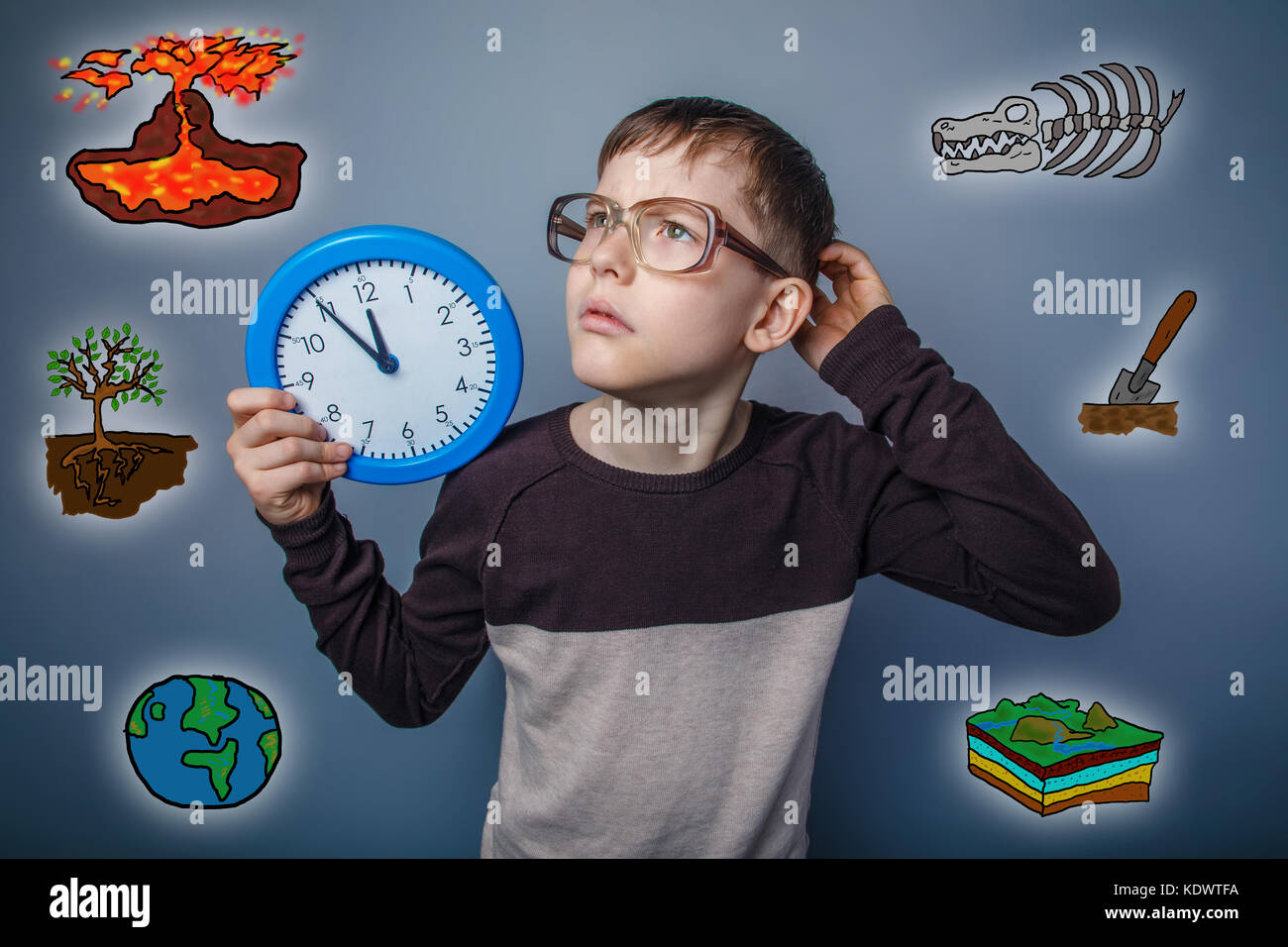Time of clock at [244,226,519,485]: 11:54
